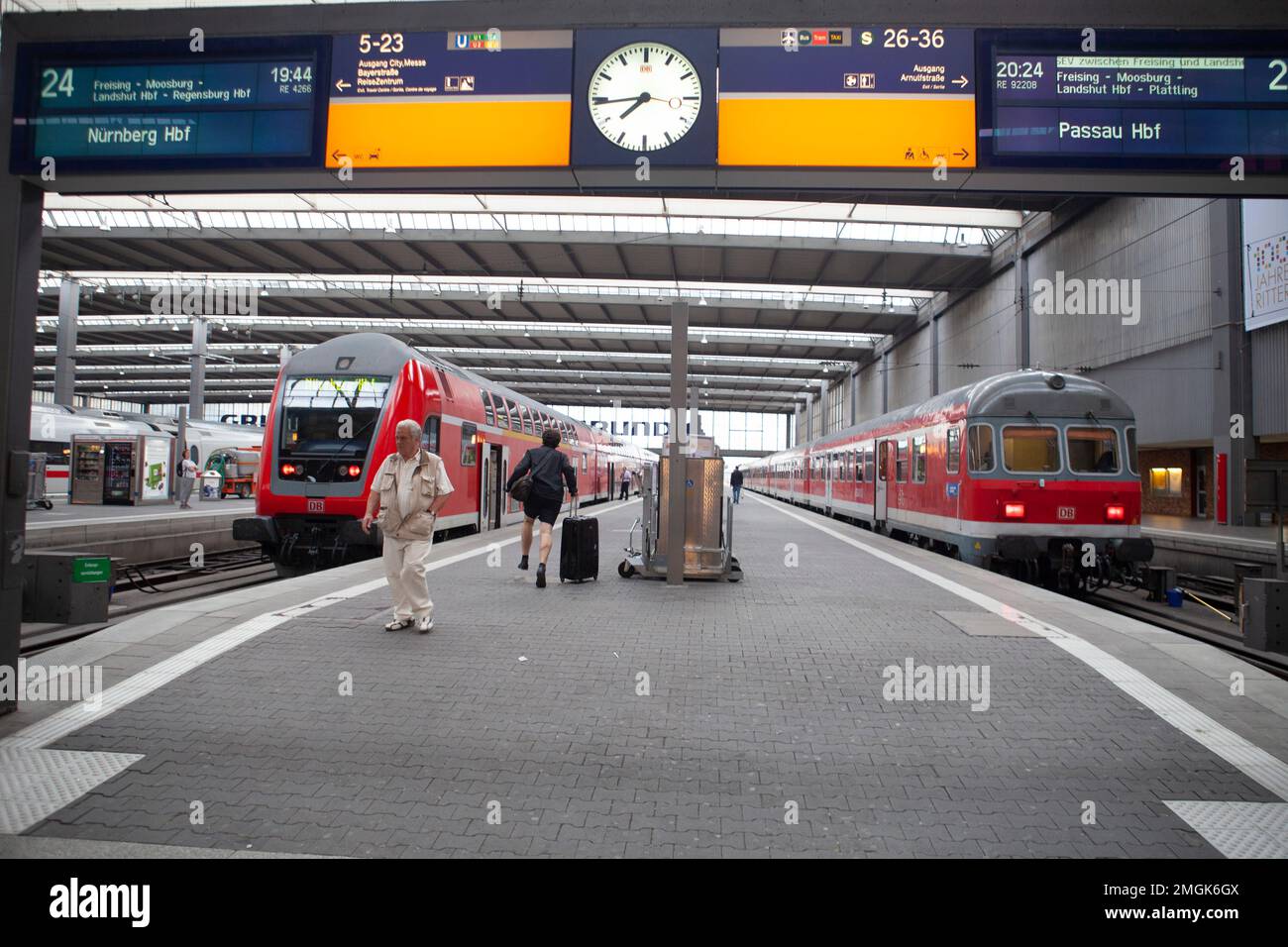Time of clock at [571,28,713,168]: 7:44
